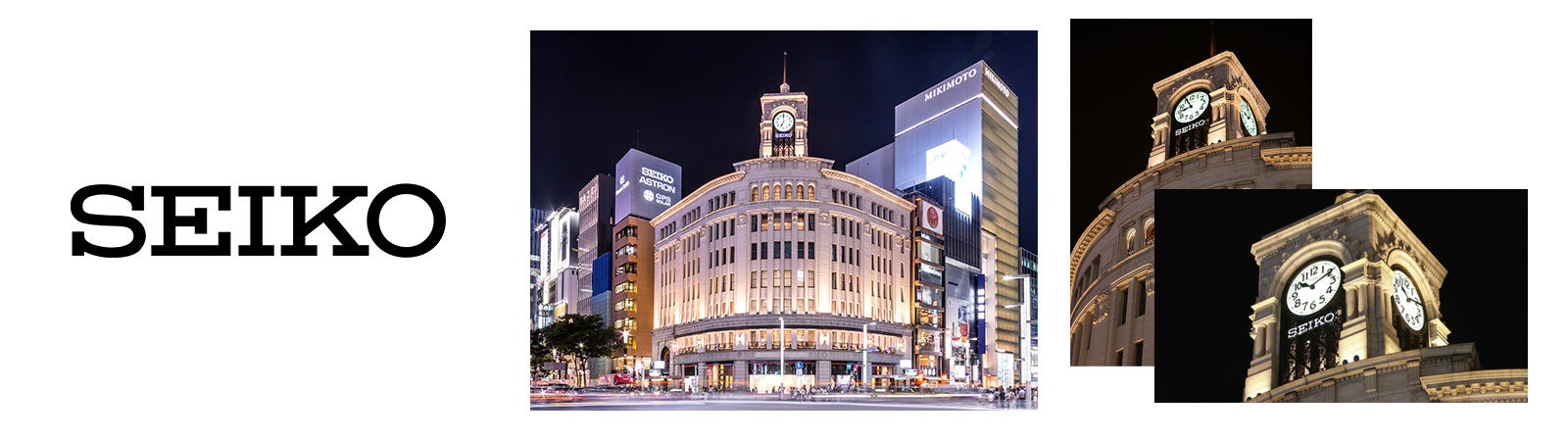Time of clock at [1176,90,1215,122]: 8:56
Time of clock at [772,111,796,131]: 6:59
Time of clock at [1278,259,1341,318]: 10:10
